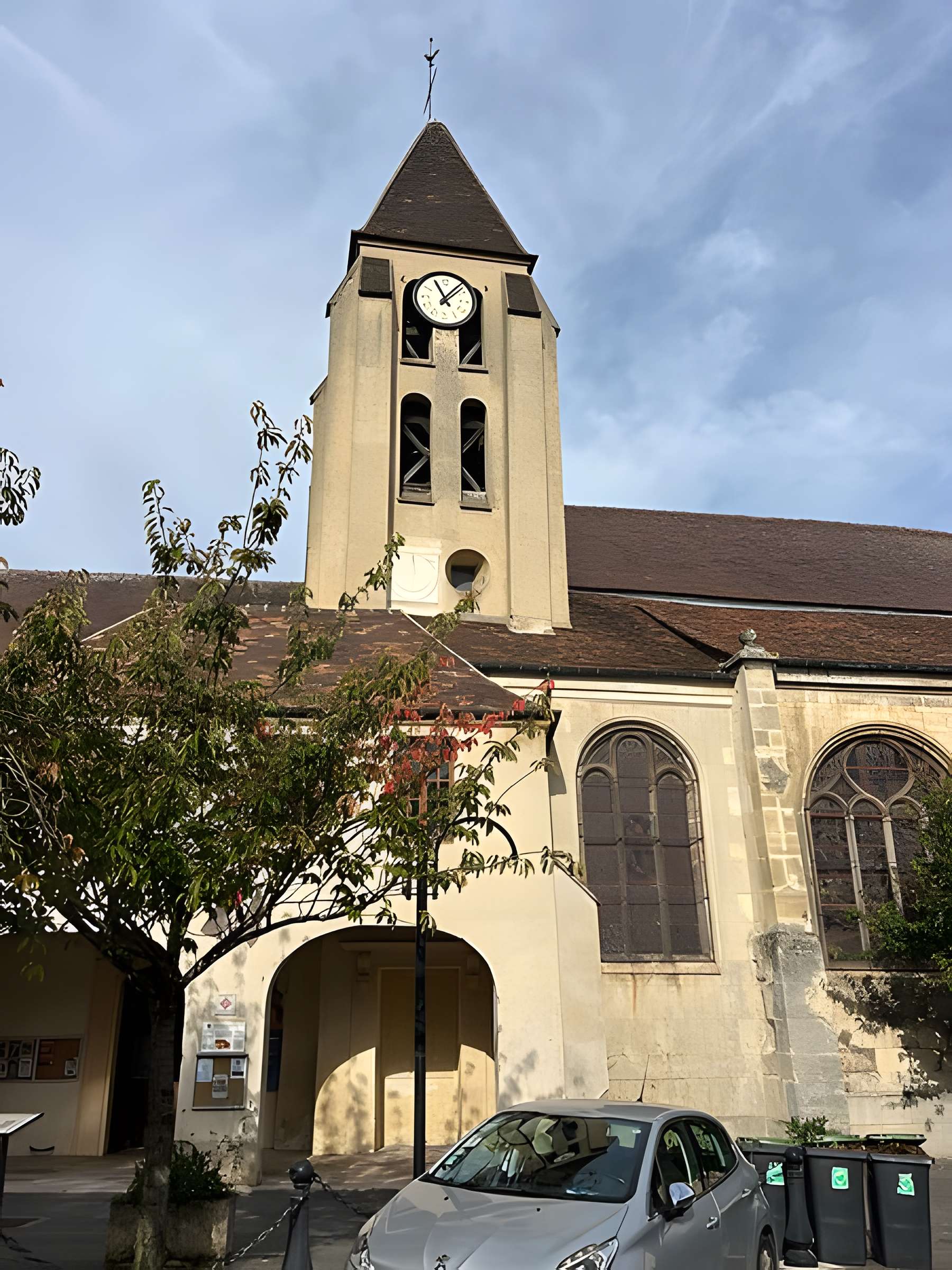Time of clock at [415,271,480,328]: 11:07
